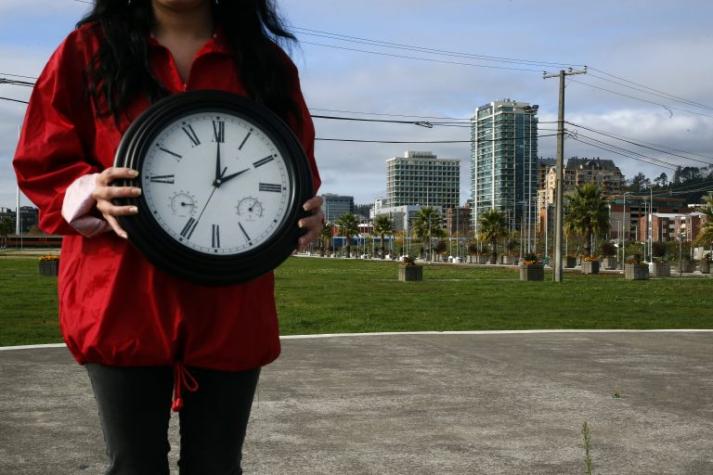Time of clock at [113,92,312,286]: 2:00
